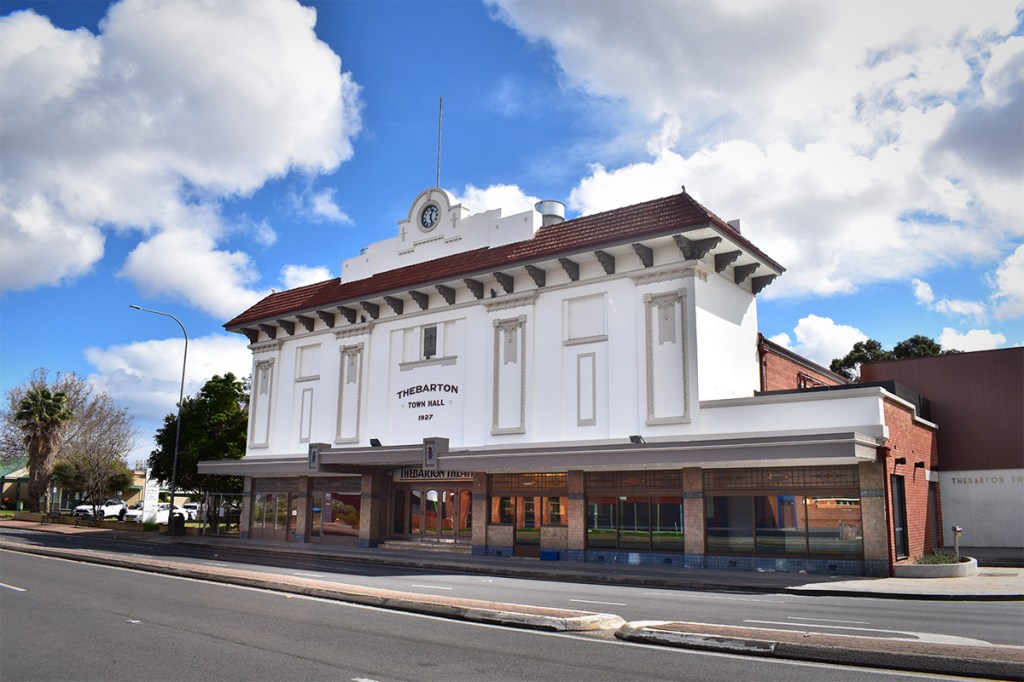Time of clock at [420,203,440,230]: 12:26
